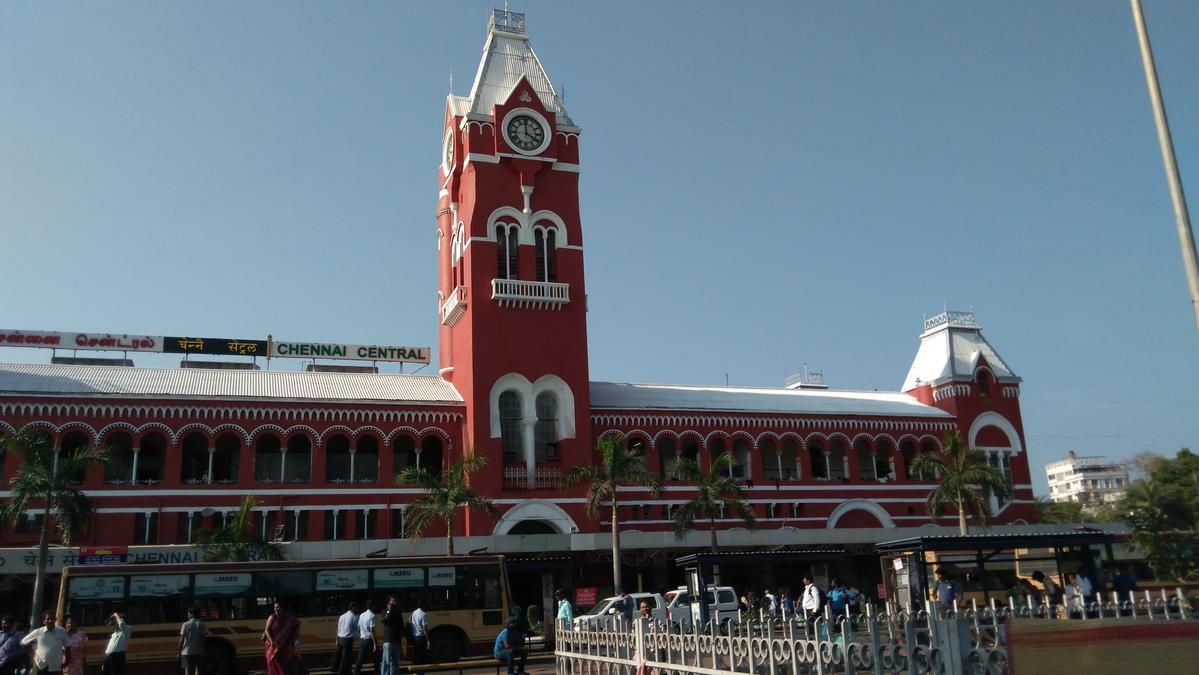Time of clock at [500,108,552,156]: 3:59
